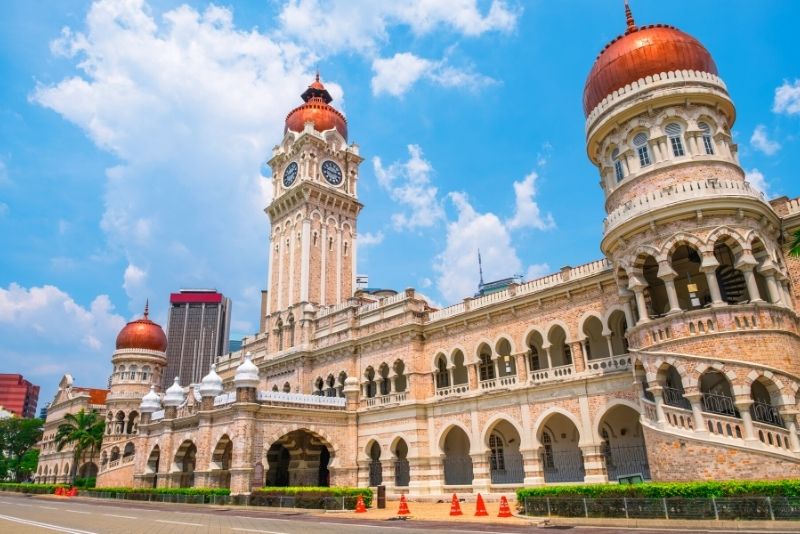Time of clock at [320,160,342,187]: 2:46
